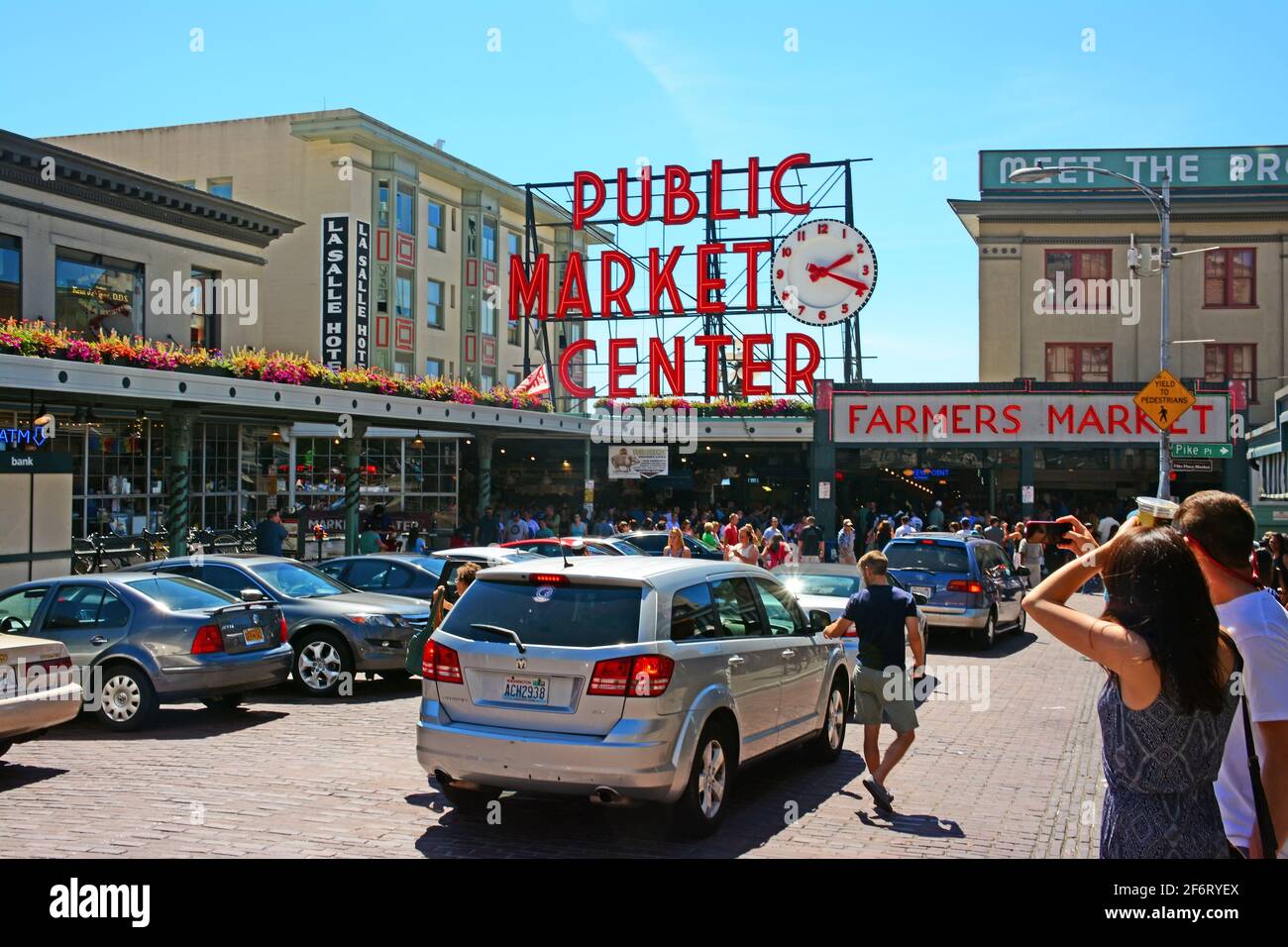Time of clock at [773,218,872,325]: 2:18
